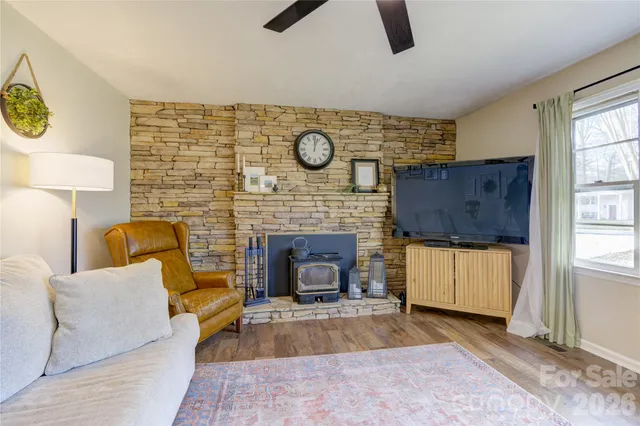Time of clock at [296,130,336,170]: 12:03
